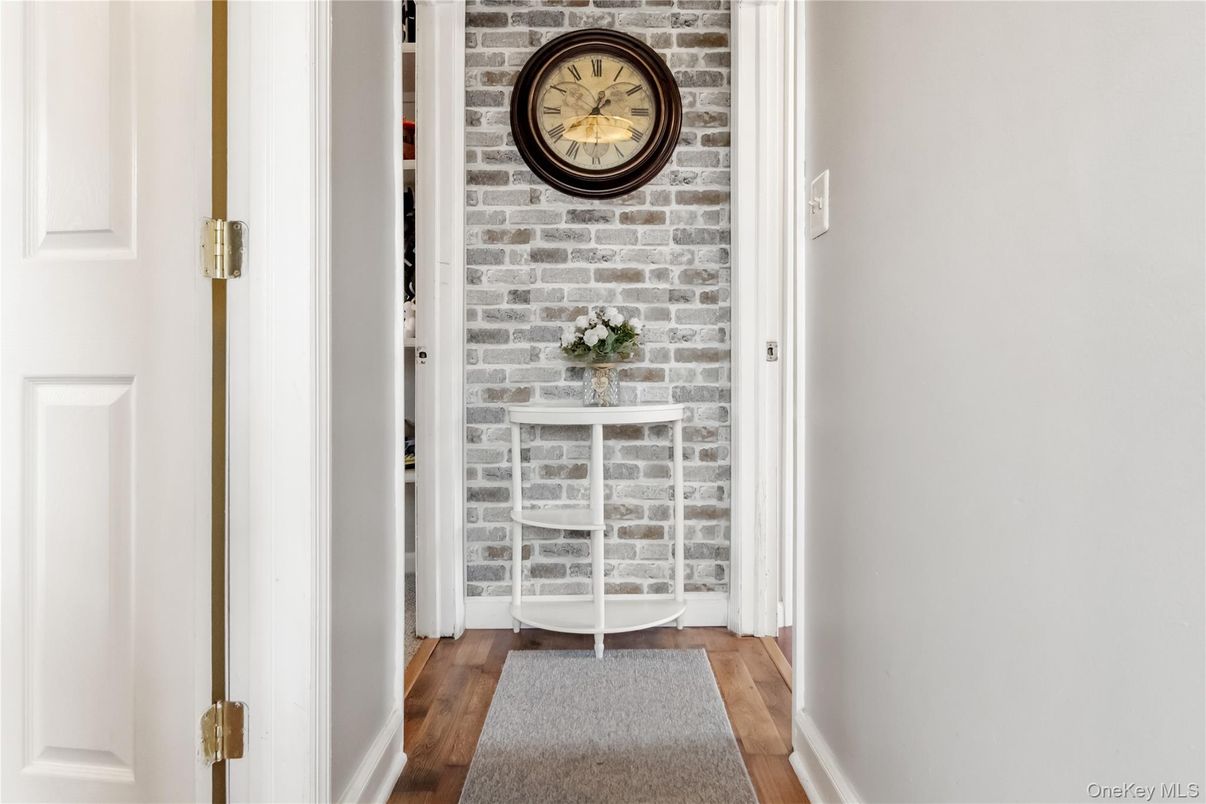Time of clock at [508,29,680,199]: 12:38
